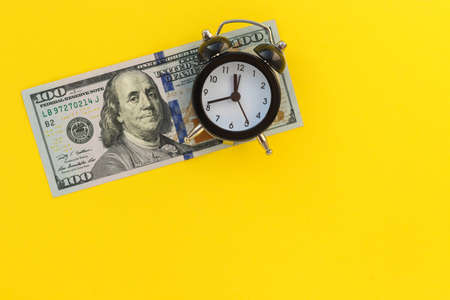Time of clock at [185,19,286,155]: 11:41
